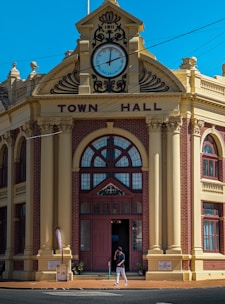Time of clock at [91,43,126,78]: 12:11
